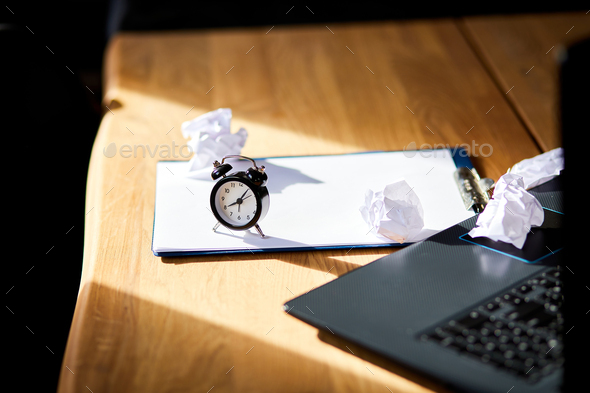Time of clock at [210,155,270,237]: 8:07
